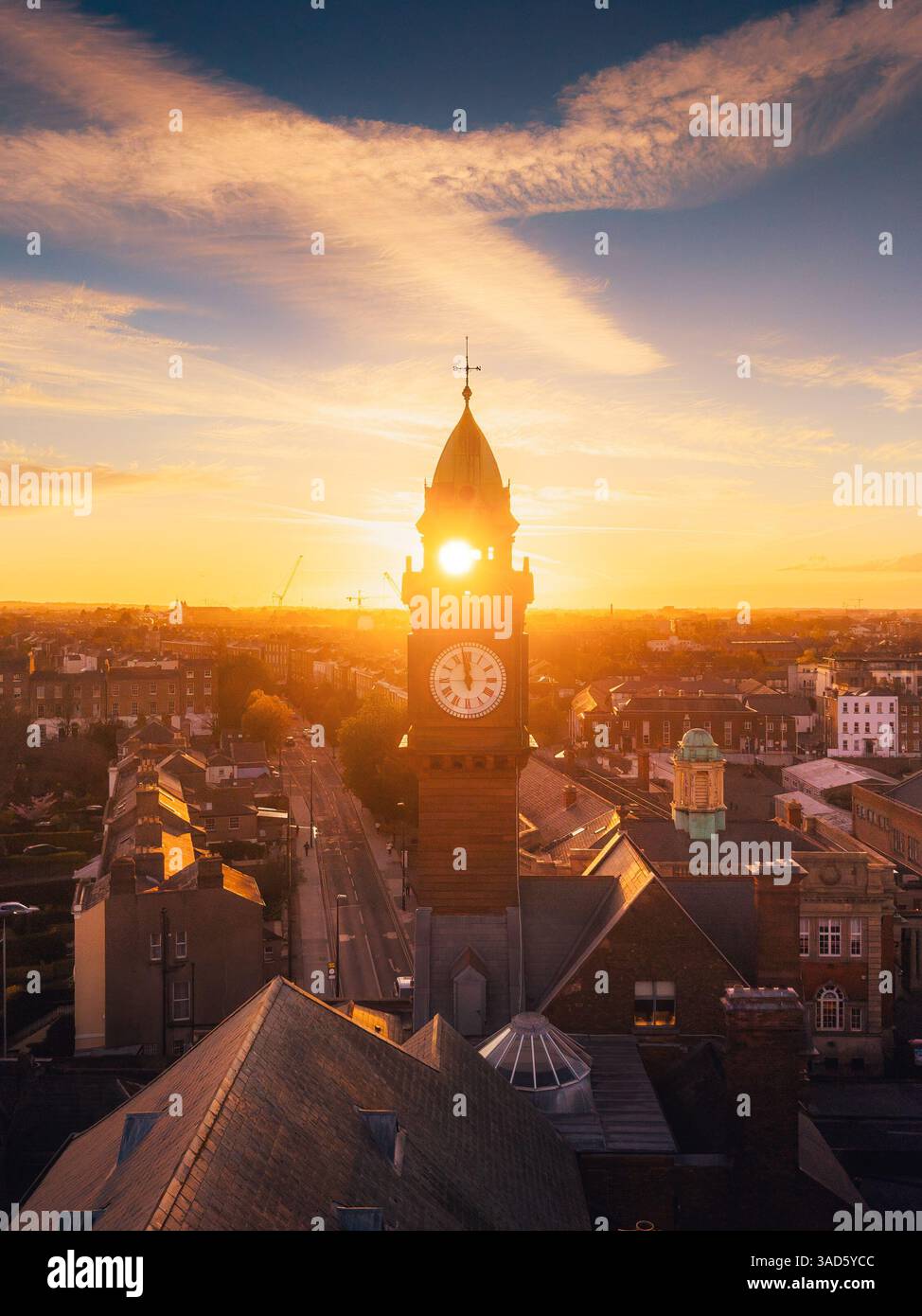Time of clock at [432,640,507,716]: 11:58
